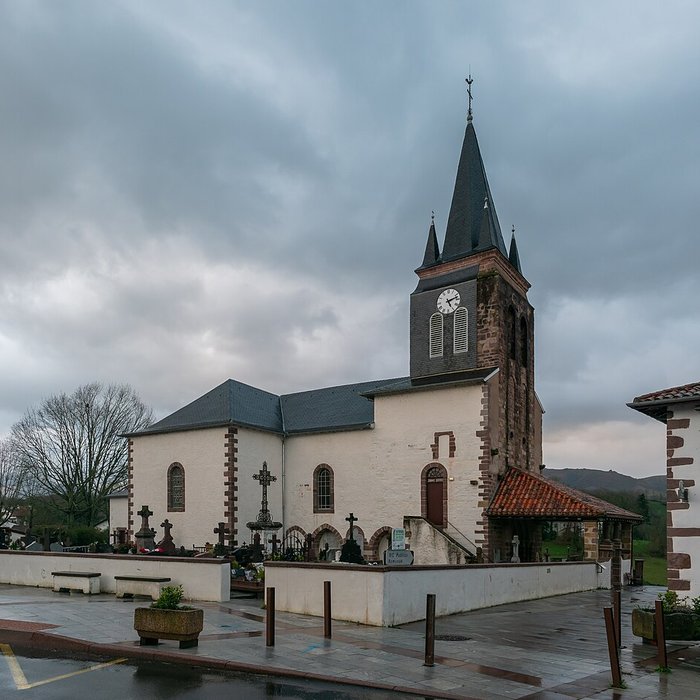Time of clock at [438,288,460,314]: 5:12
